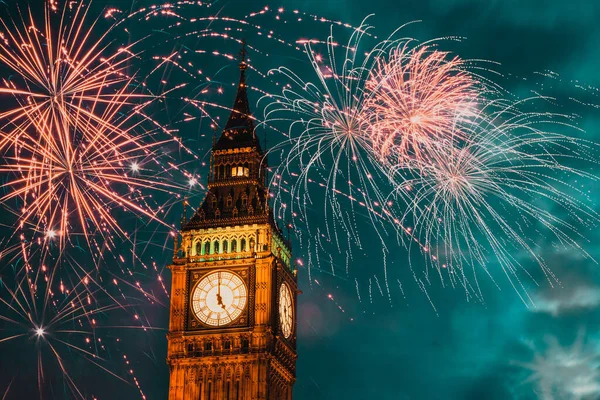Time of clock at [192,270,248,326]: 4:59
